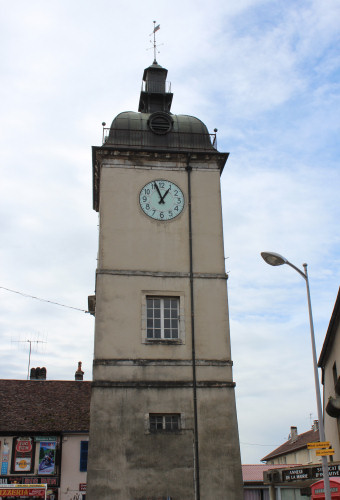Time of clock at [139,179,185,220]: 12:56
